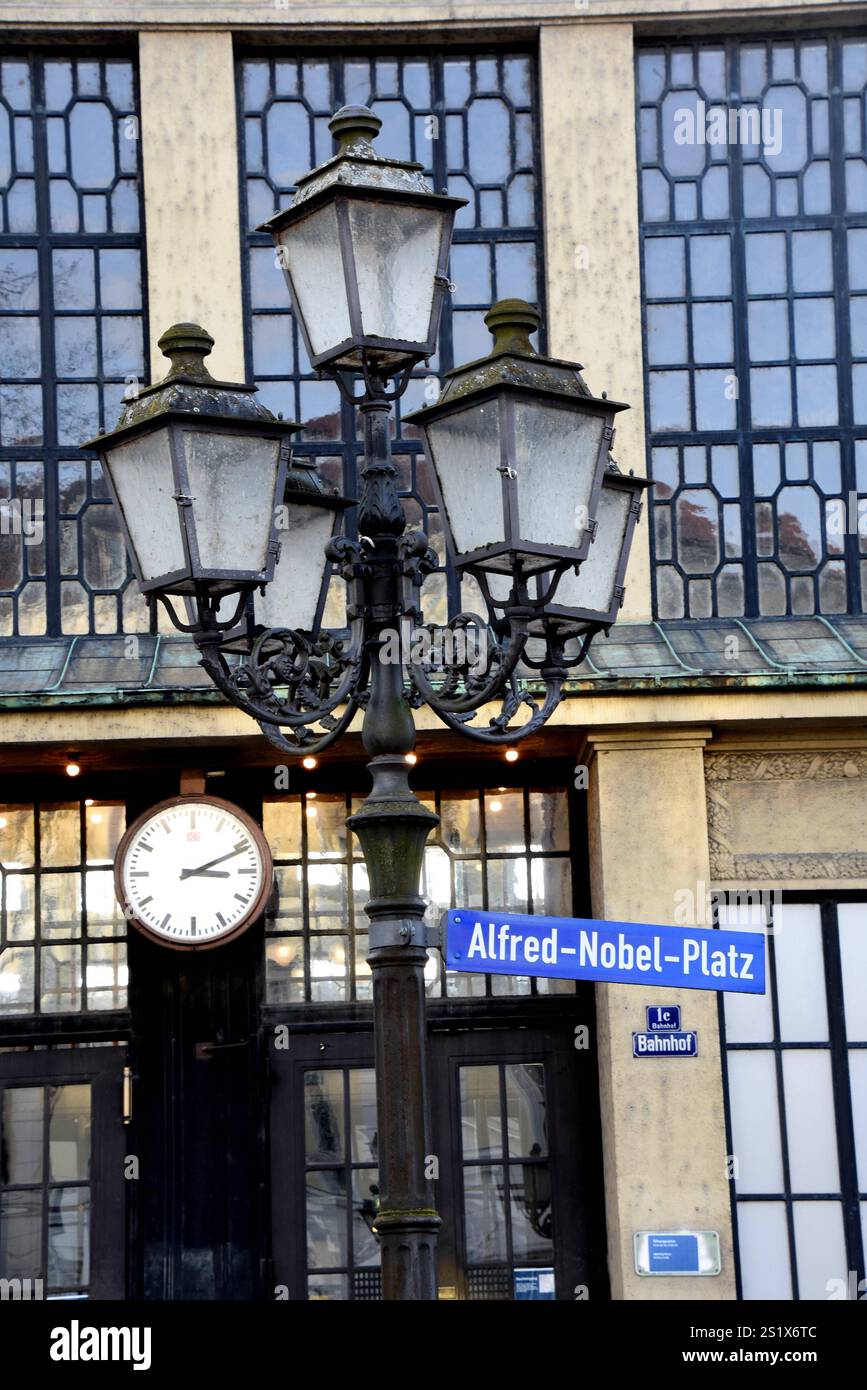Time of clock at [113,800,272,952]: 3:11
